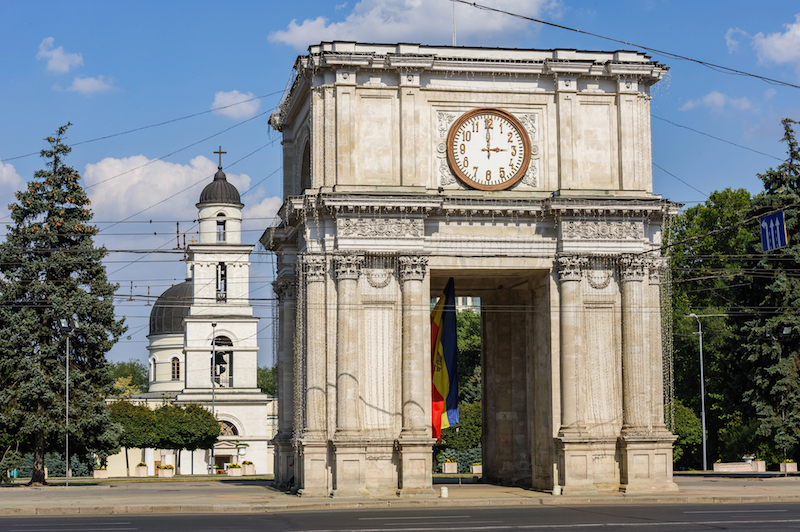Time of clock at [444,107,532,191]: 2:59
